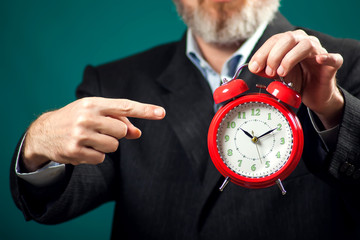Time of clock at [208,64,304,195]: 10:10
